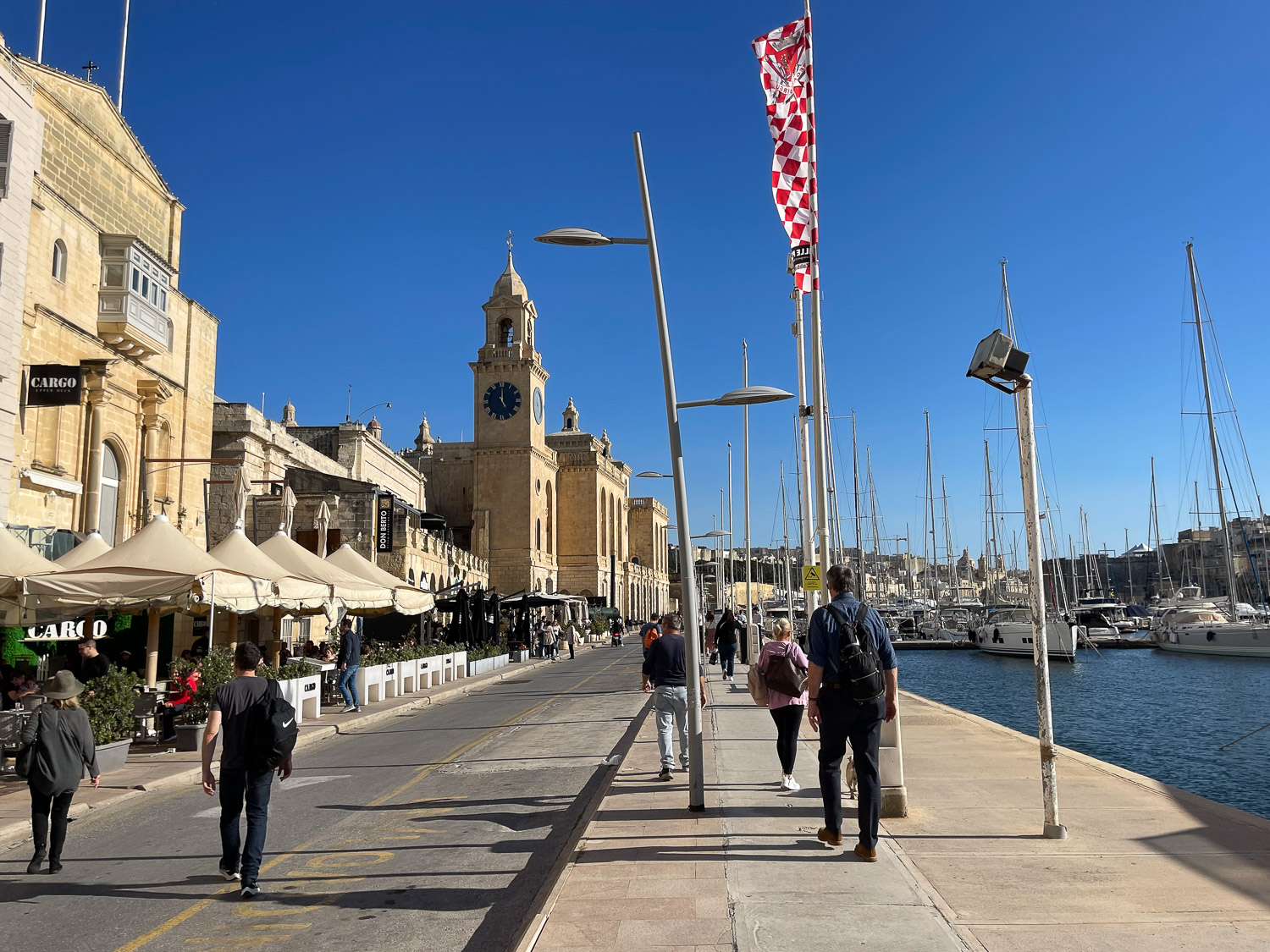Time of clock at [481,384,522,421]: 5:00
